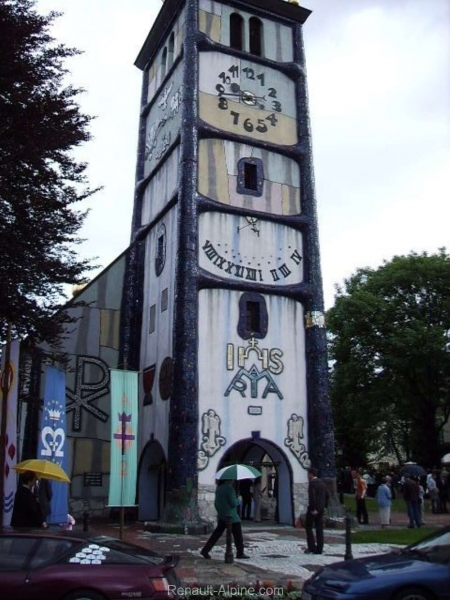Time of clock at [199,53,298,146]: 3:43
